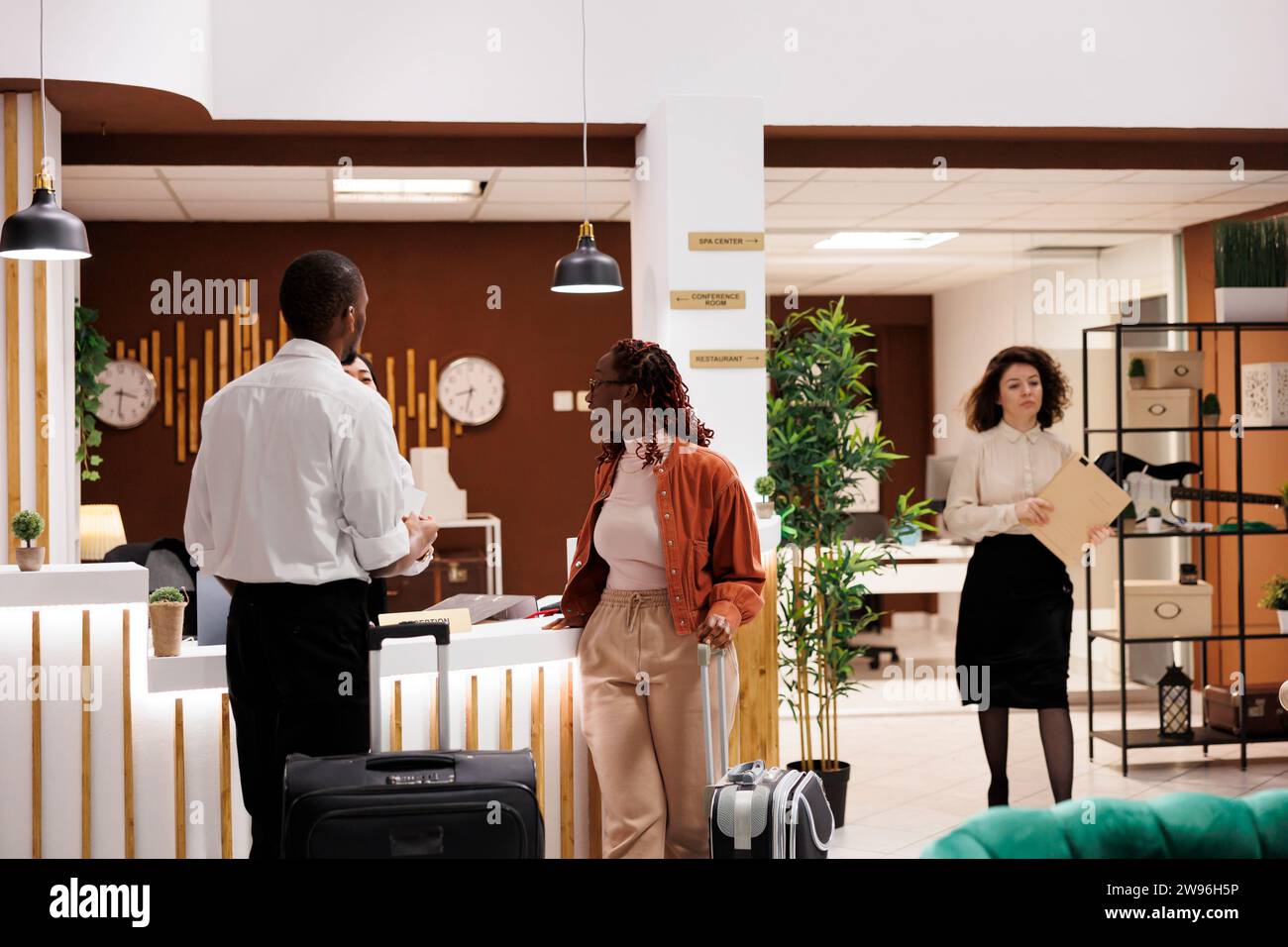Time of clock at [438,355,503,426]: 8:32
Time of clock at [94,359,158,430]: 3:31
